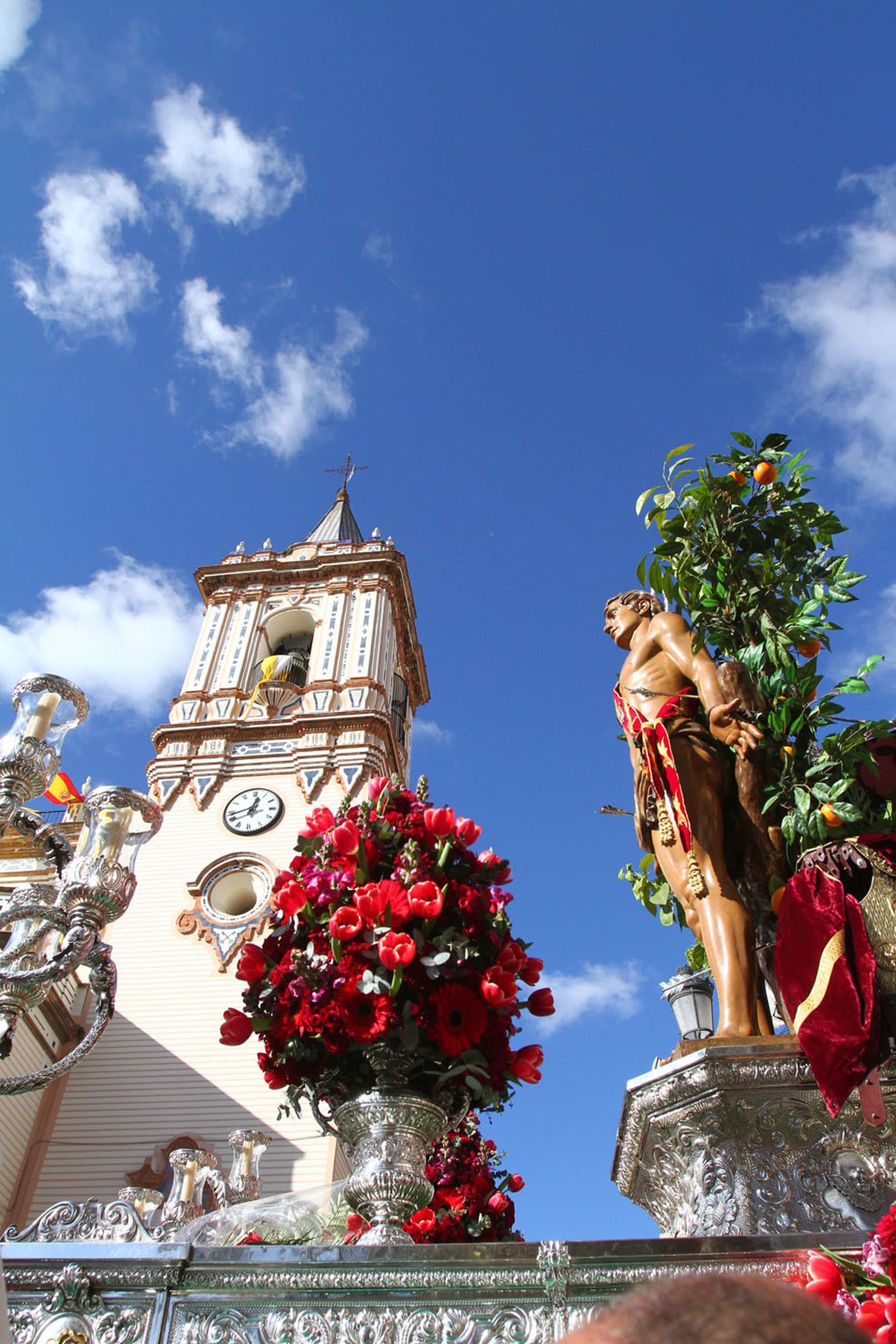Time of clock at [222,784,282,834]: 12:42
